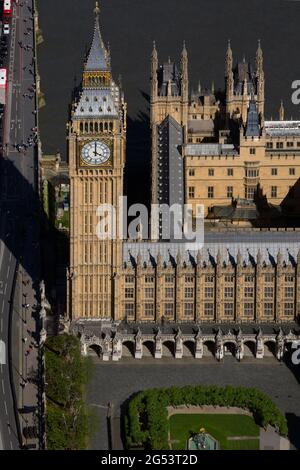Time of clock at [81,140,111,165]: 4:00
